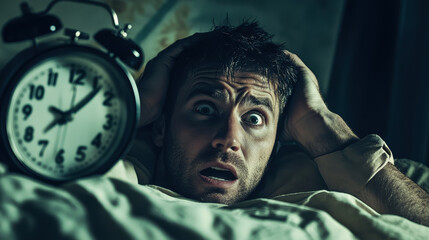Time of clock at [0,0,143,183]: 10:07
